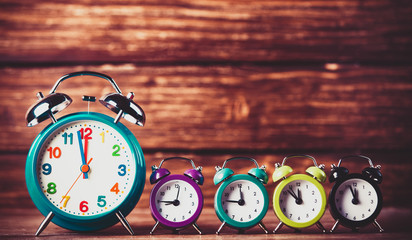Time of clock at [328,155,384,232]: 11:56
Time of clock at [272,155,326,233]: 11:52
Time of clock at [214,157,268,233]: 11:46
